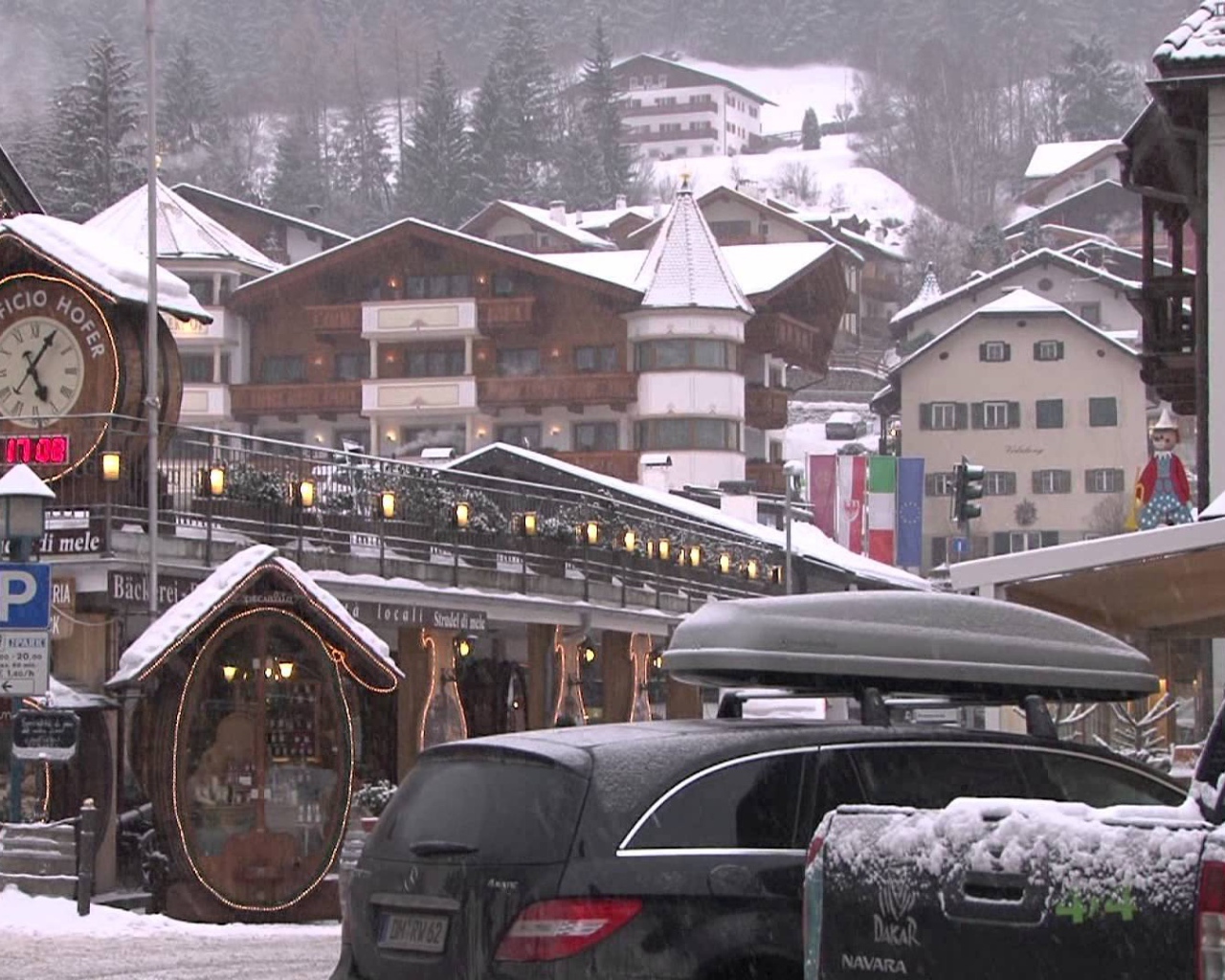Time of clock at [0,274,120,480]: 5:05
